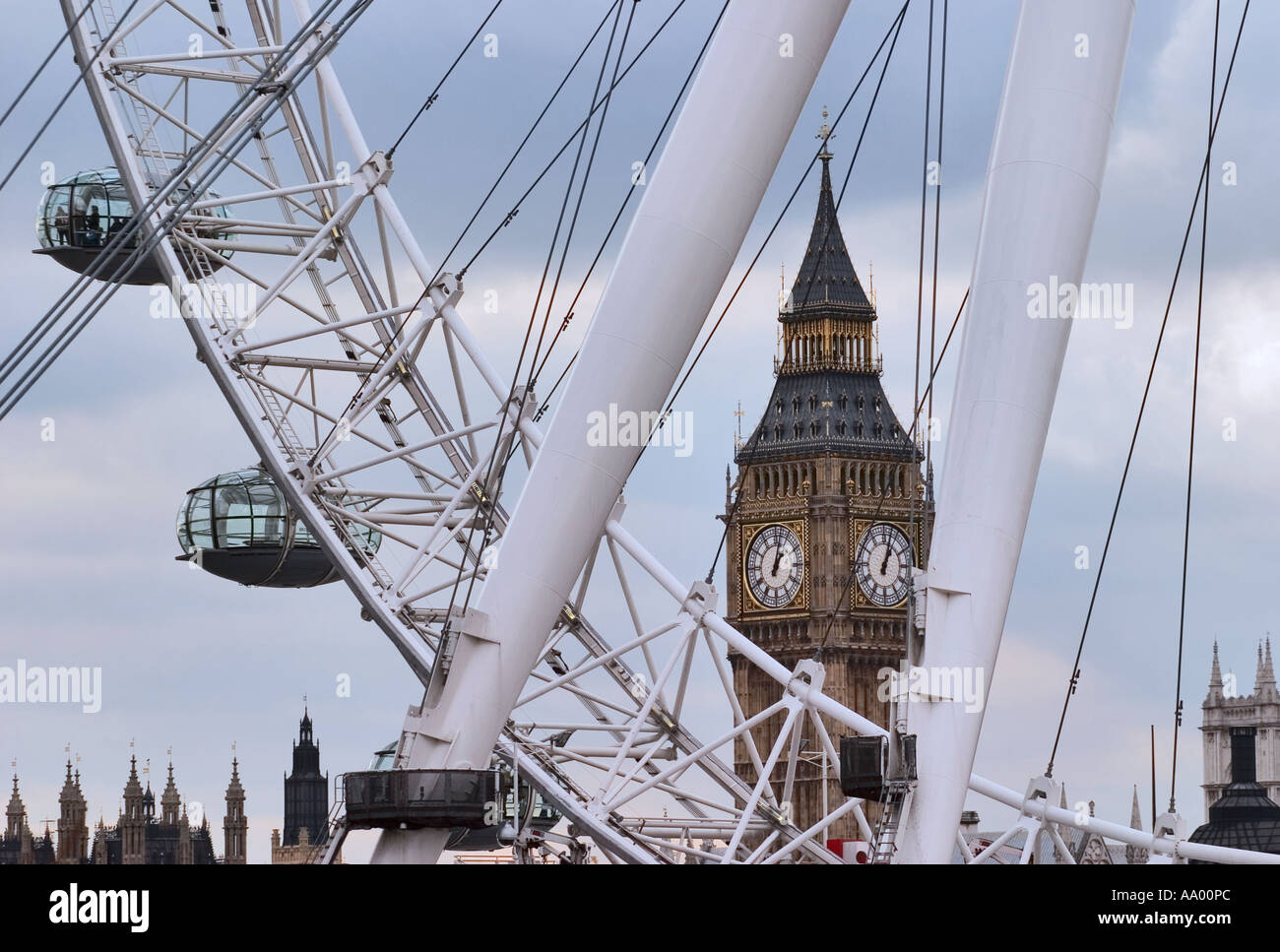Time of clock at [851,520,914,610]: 1:02
